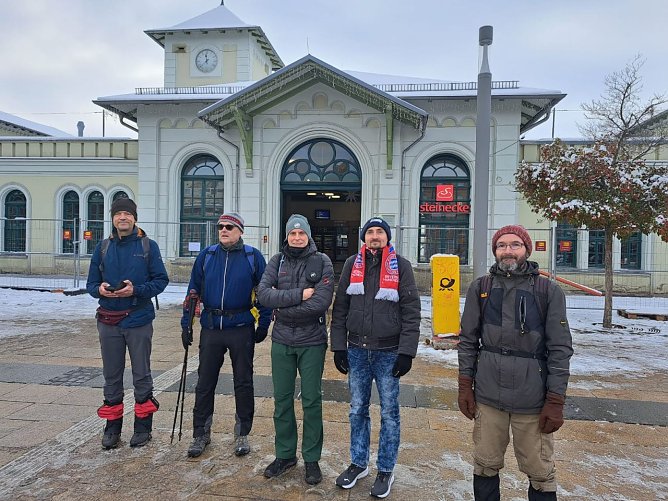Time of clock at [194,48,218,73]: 11:37
